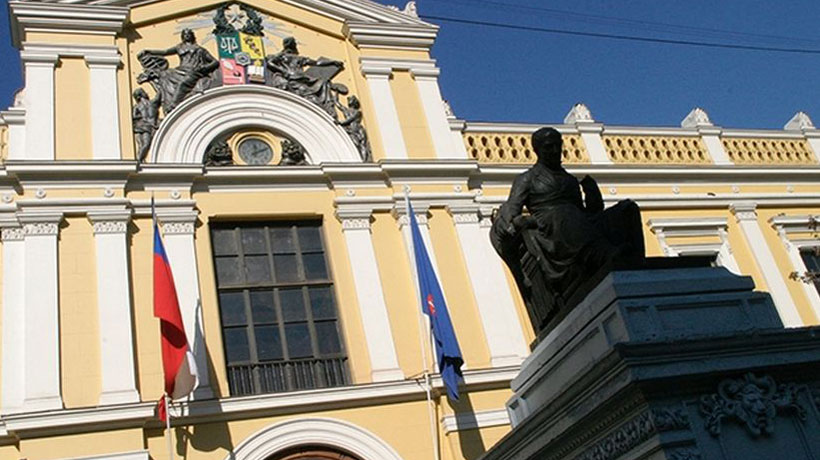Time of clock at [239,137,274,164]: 12:10
